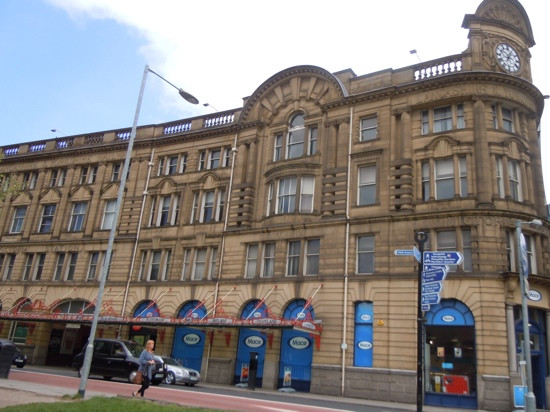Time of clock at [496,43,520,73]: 7:04
